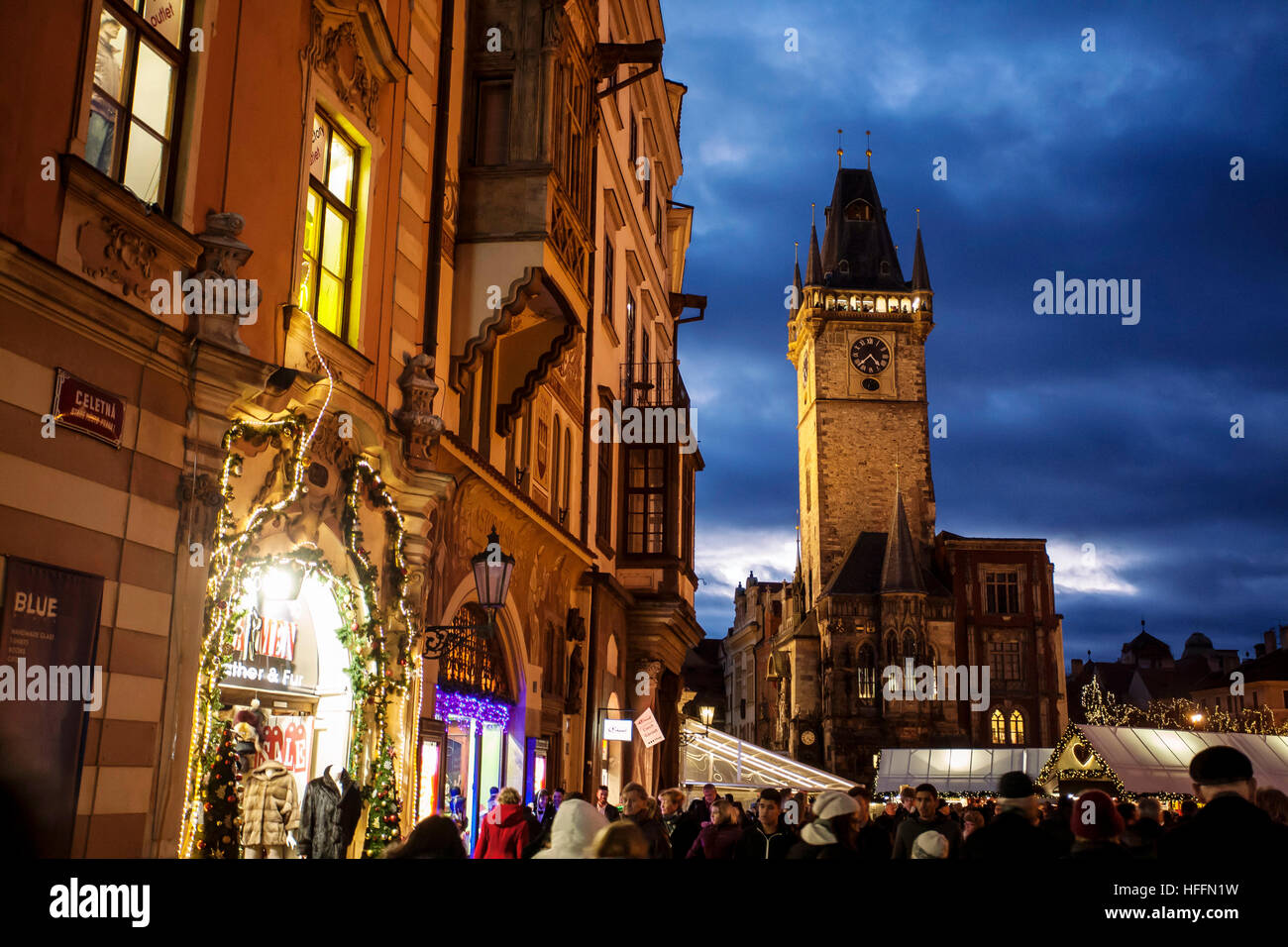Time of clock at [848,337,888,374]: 4:37
